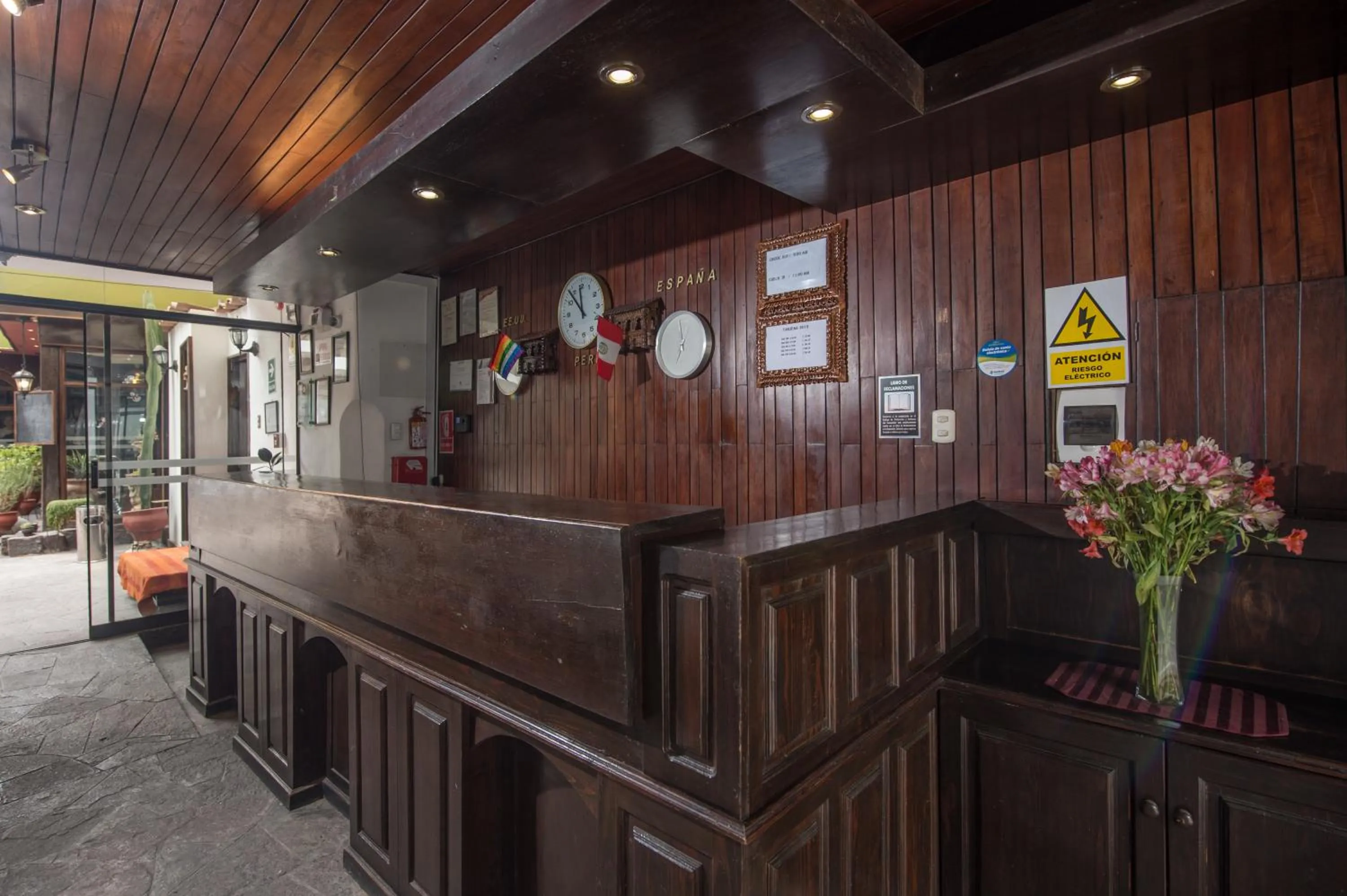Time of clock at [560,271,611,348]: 11:53
